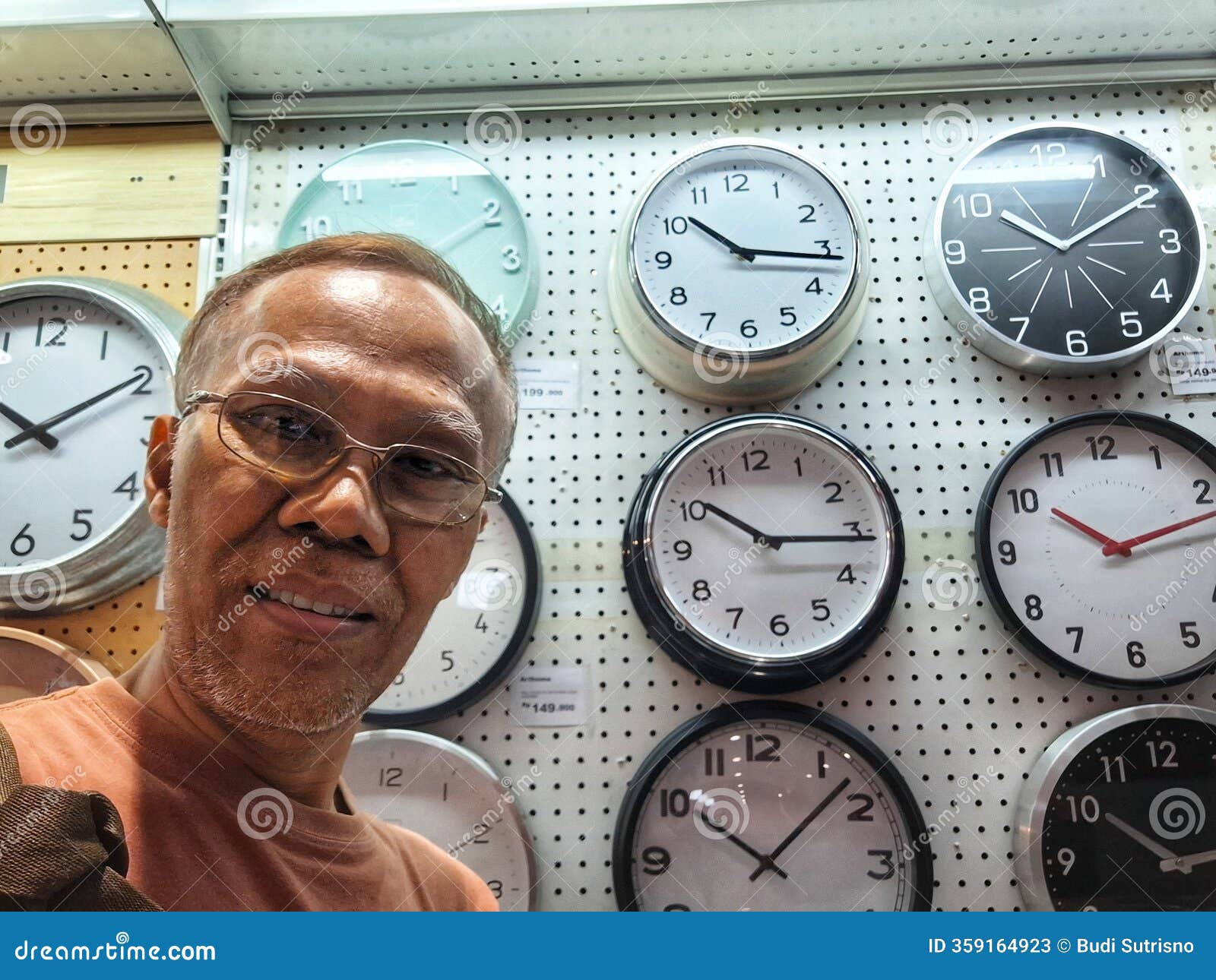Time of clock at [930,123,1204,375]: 10:10
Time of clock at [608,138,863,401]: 10:16
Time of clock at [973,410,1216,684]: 10:12
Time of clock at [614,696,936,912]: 10:07
